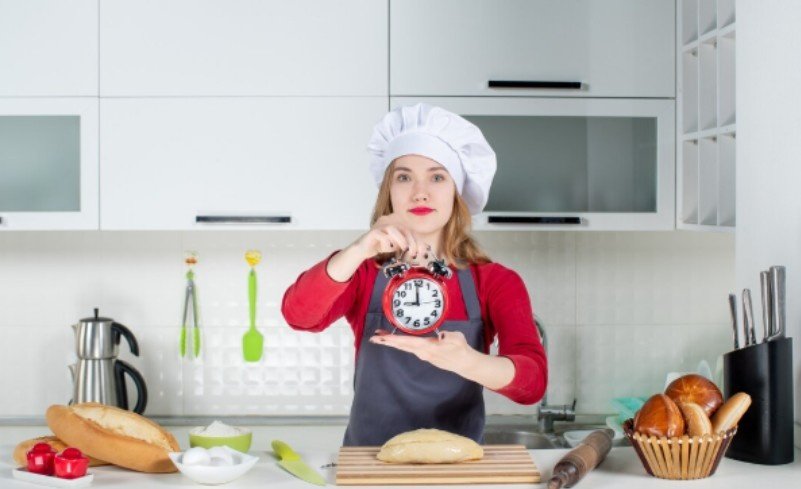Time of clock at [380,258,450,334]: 8:59
